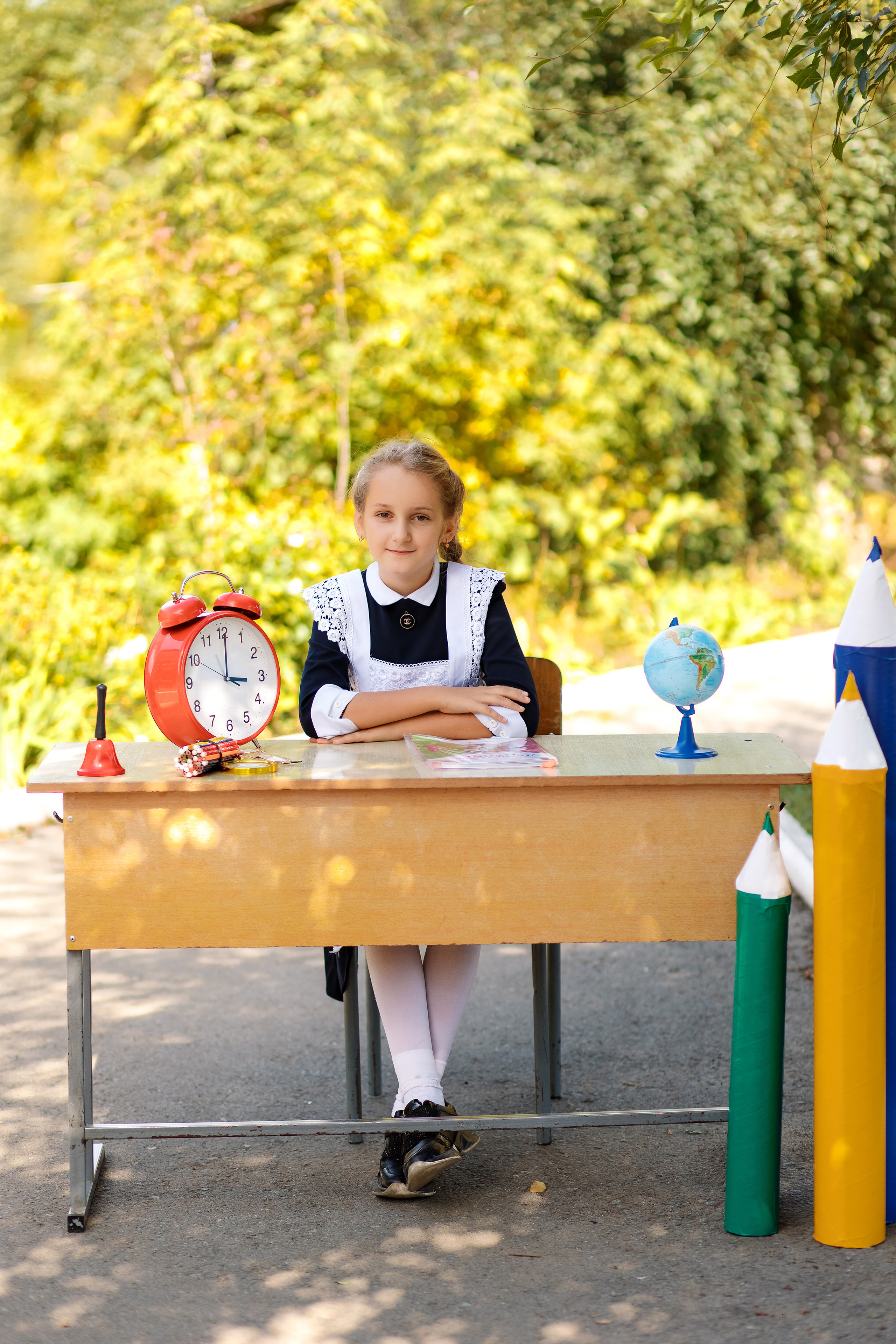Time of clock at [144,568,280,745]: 3:00
